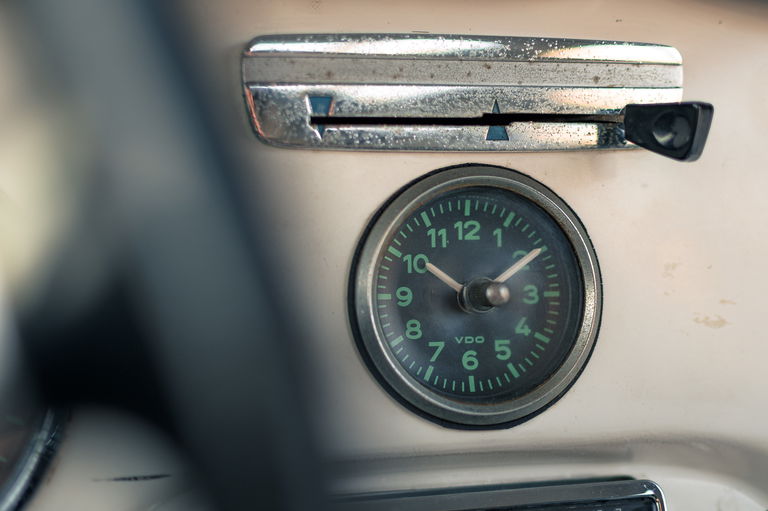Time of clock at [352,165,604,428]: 10:09
